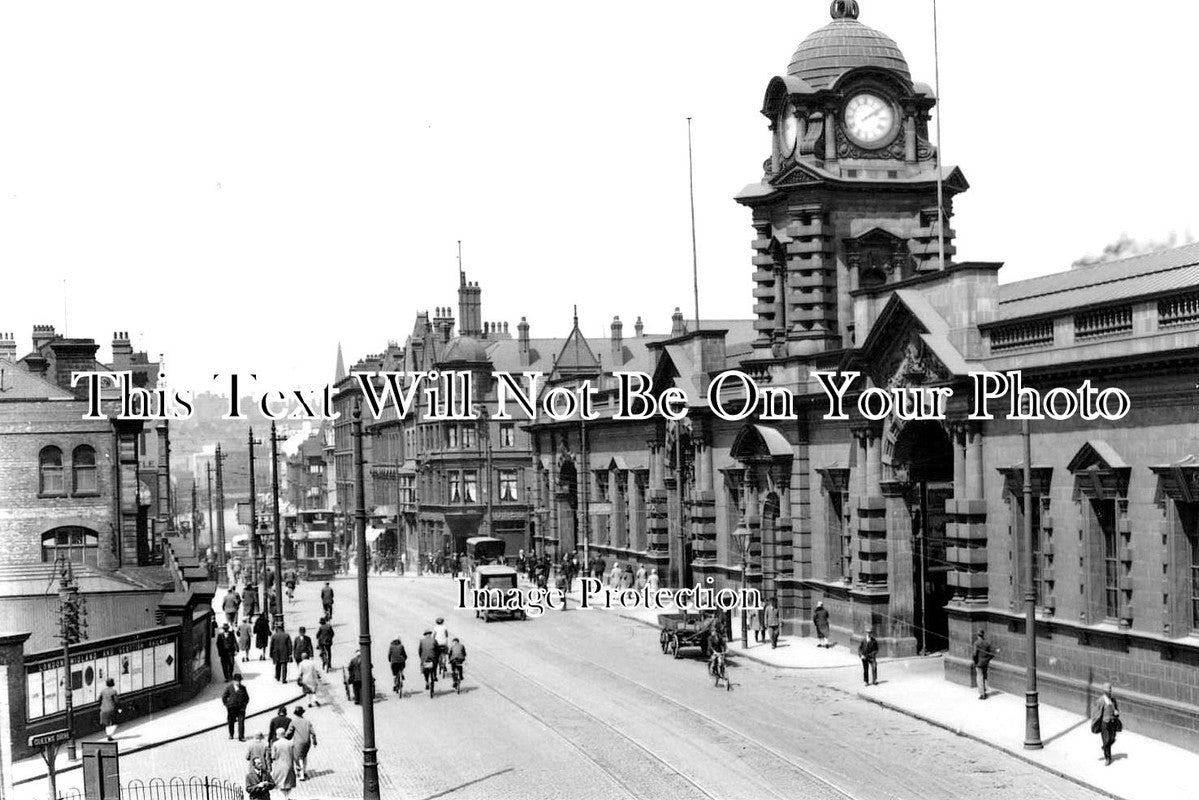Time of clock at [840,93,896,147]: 2:09
